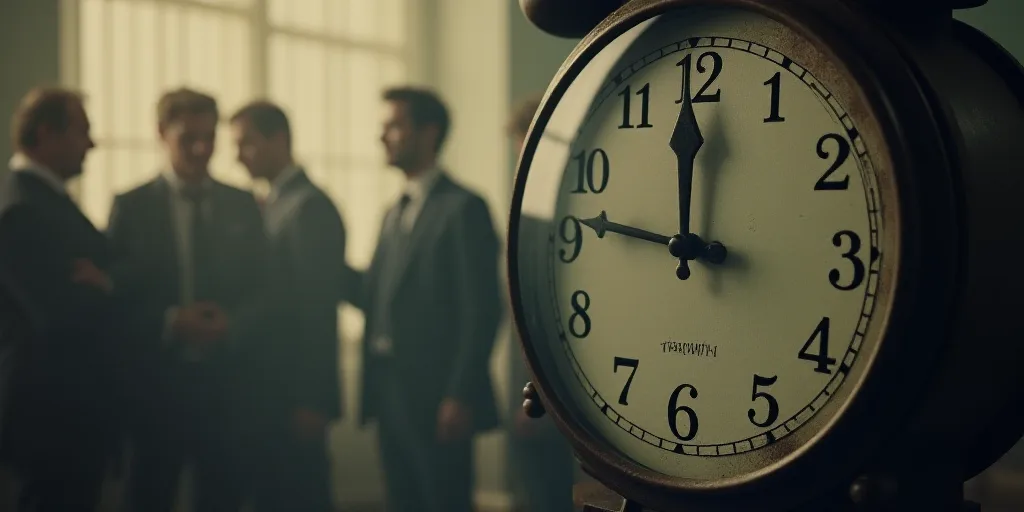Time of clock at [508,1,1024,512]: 11:46
